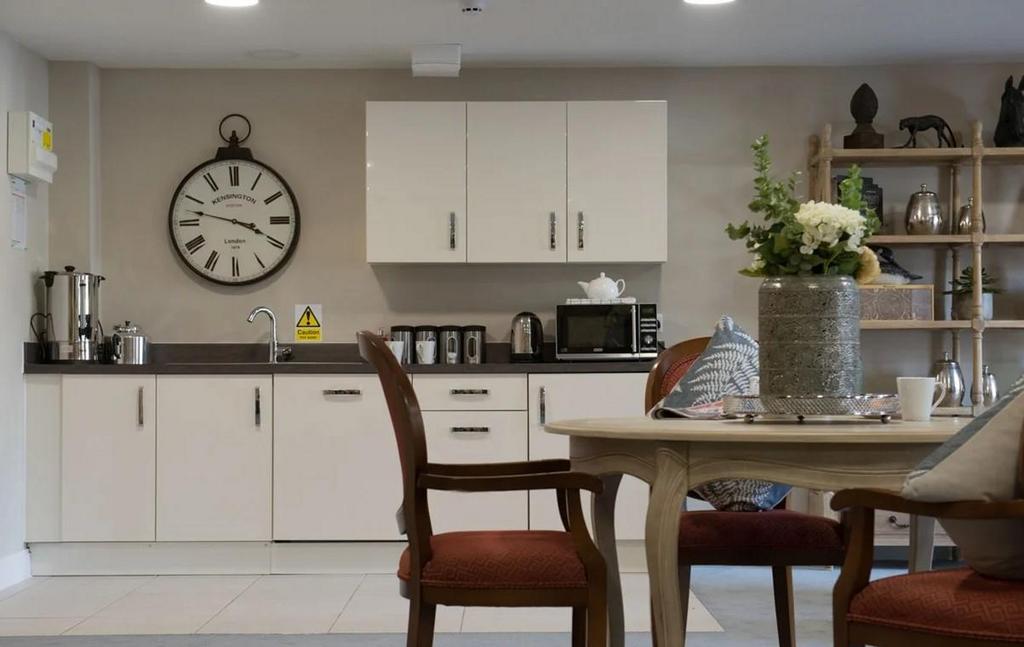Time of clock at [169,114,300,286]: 3:47
